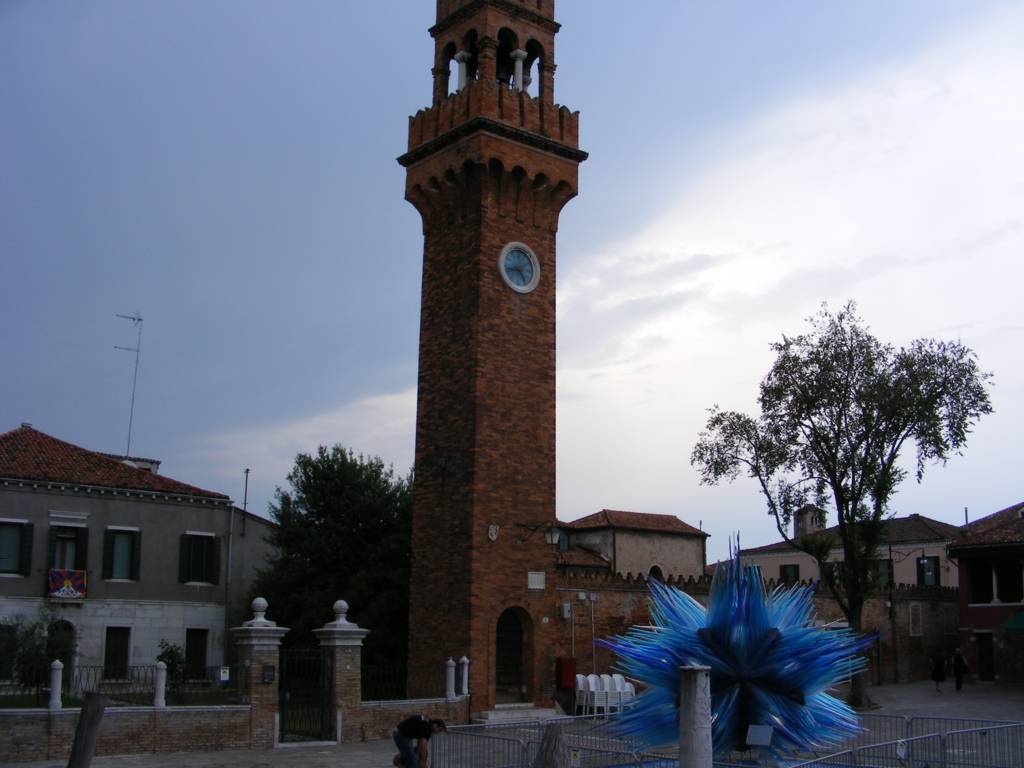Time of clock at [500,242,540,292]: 8:24
